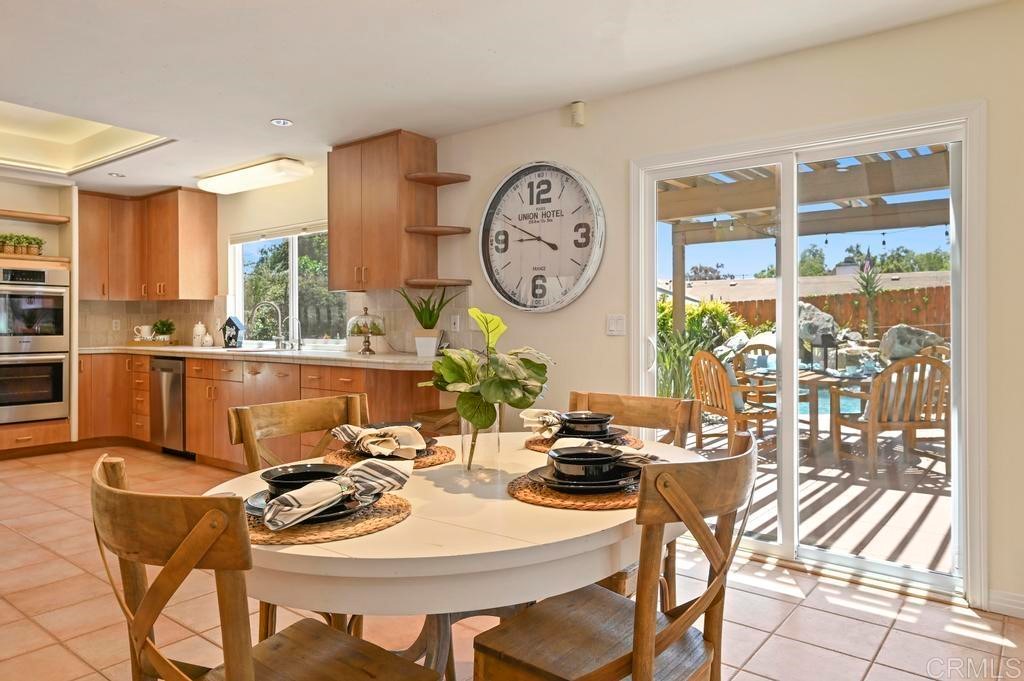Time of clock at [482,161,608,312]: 8:49
